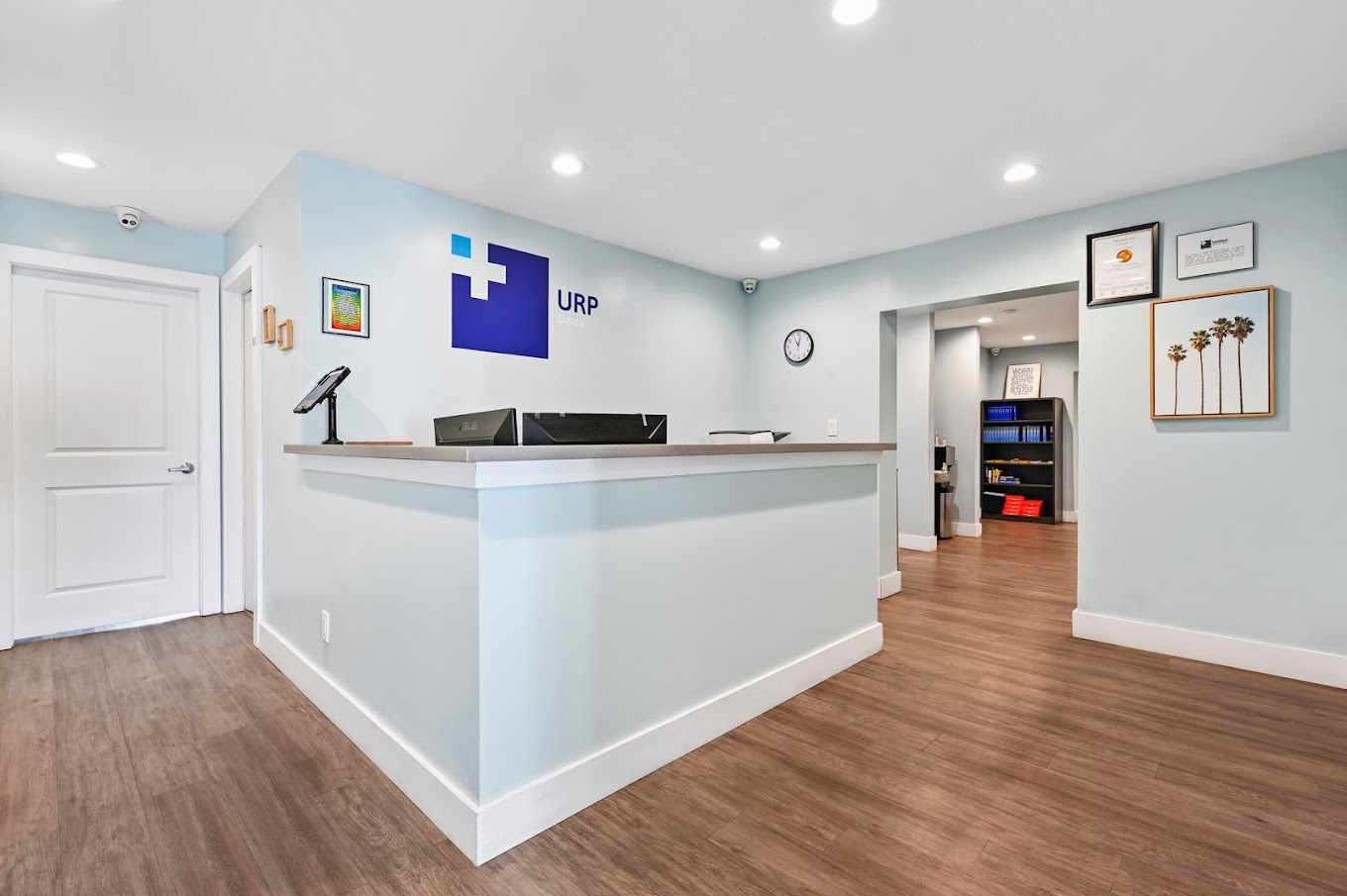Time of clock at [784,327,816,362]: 11:02
